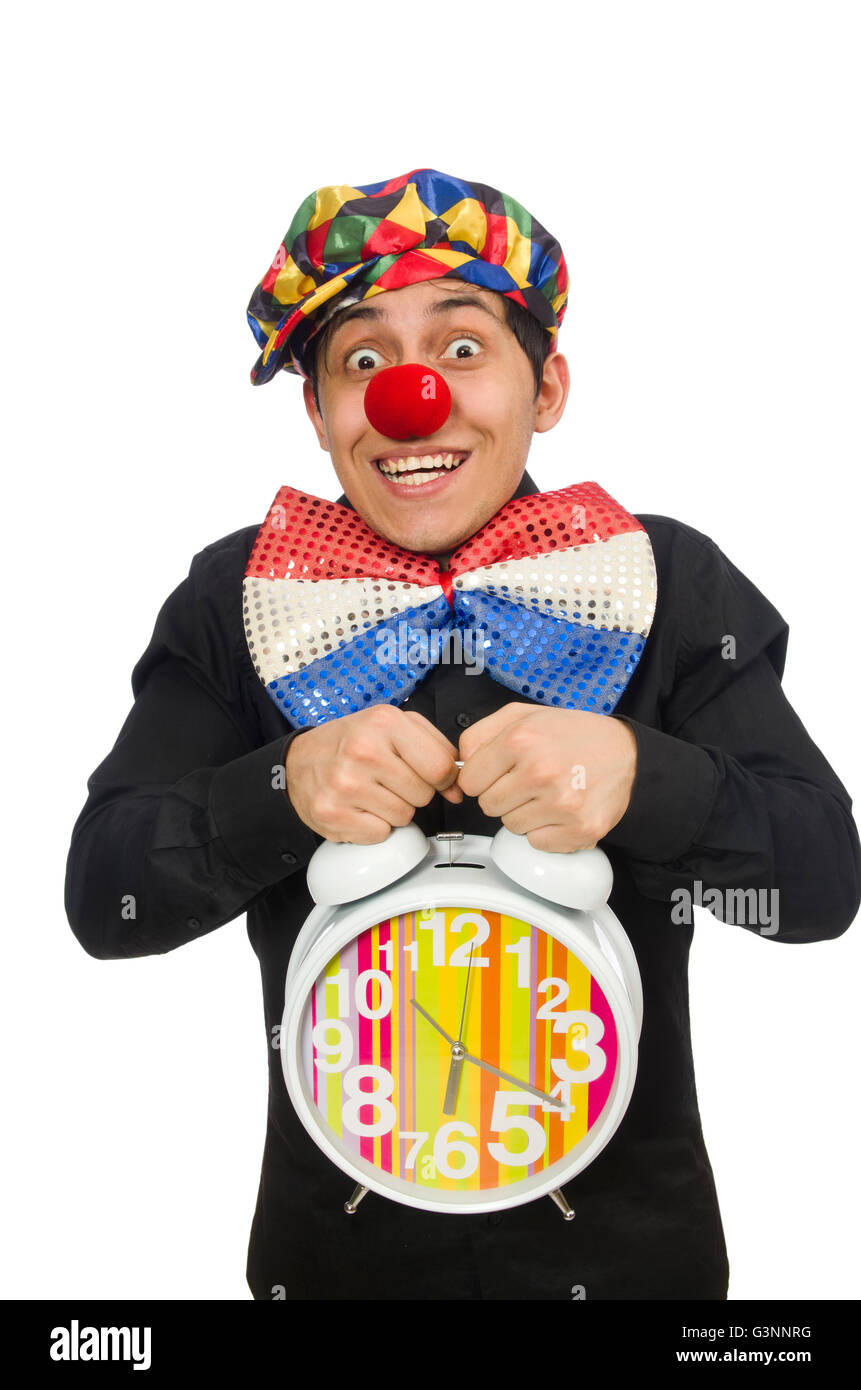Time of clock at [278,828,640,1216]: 6:20
